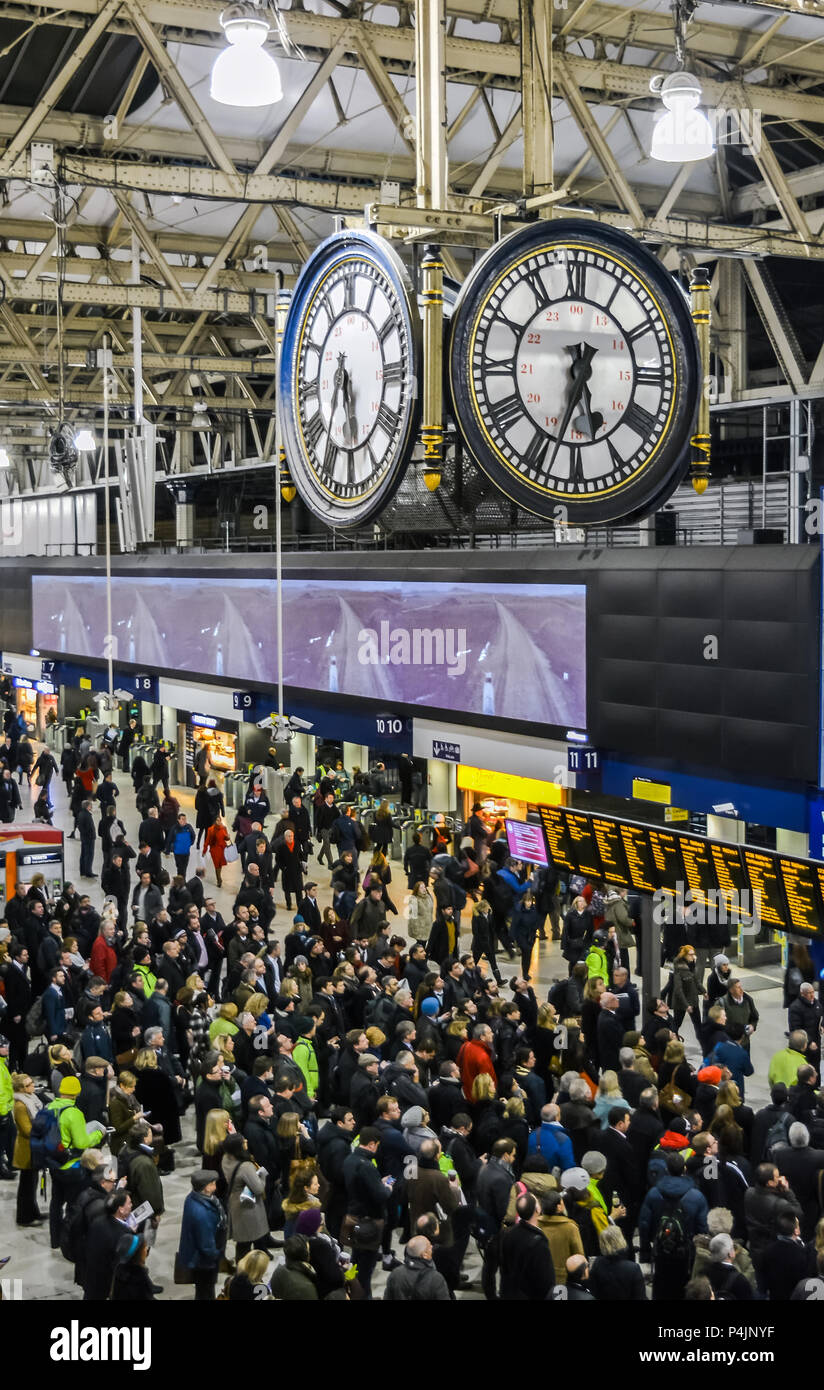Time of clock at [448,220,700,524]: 5:33
